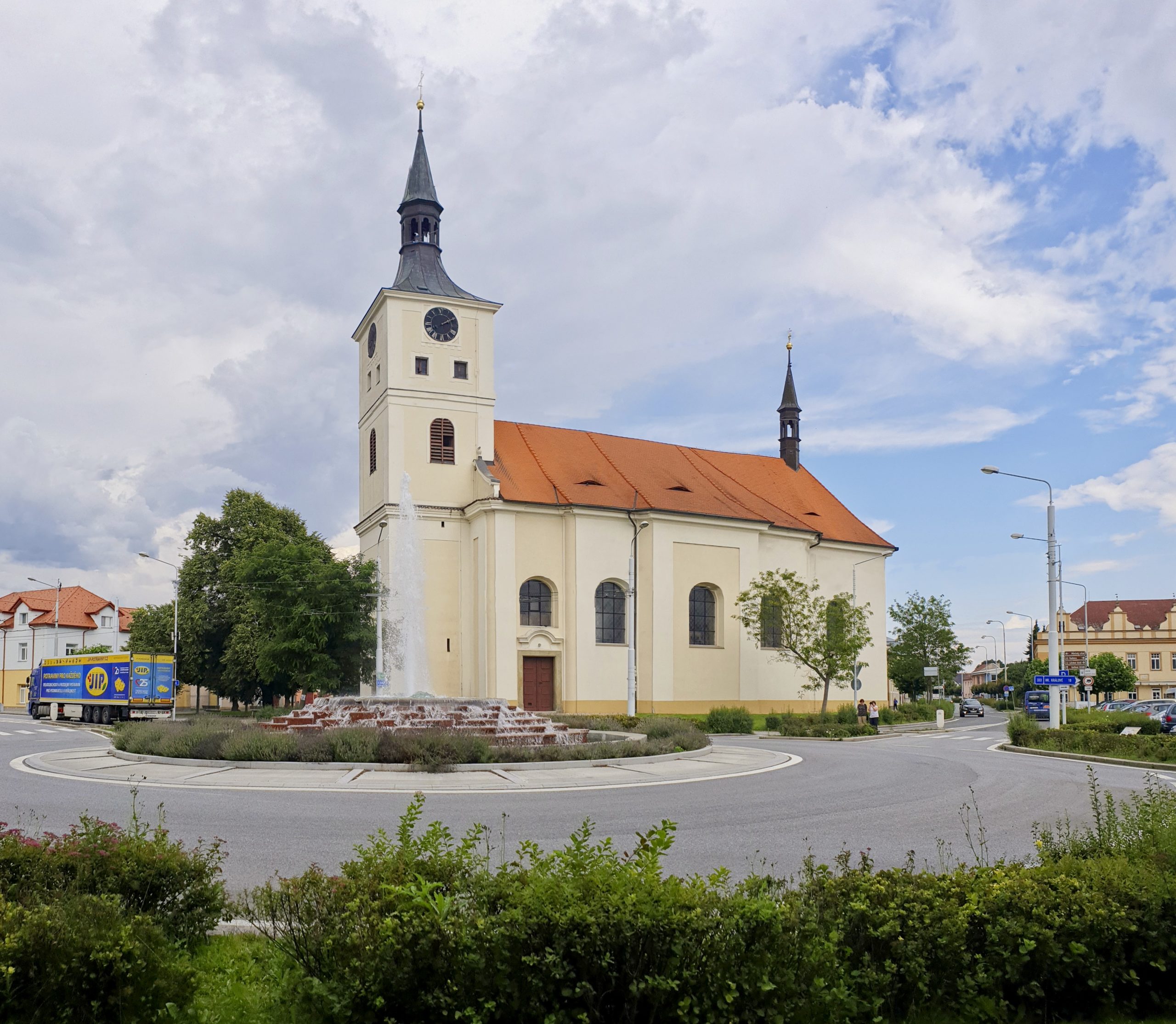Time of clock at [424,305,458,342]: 2:09
